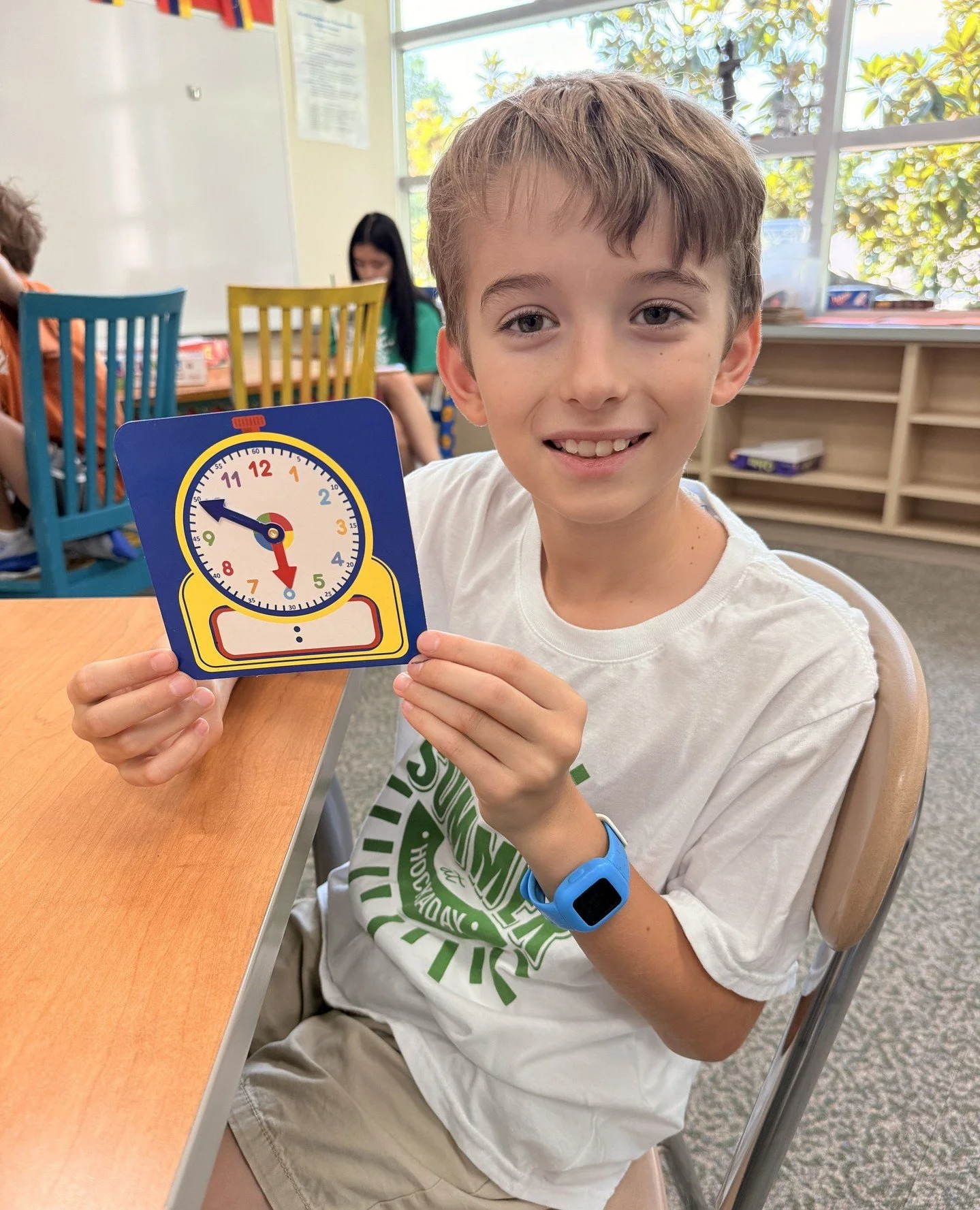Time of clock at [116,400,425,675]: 5:49
